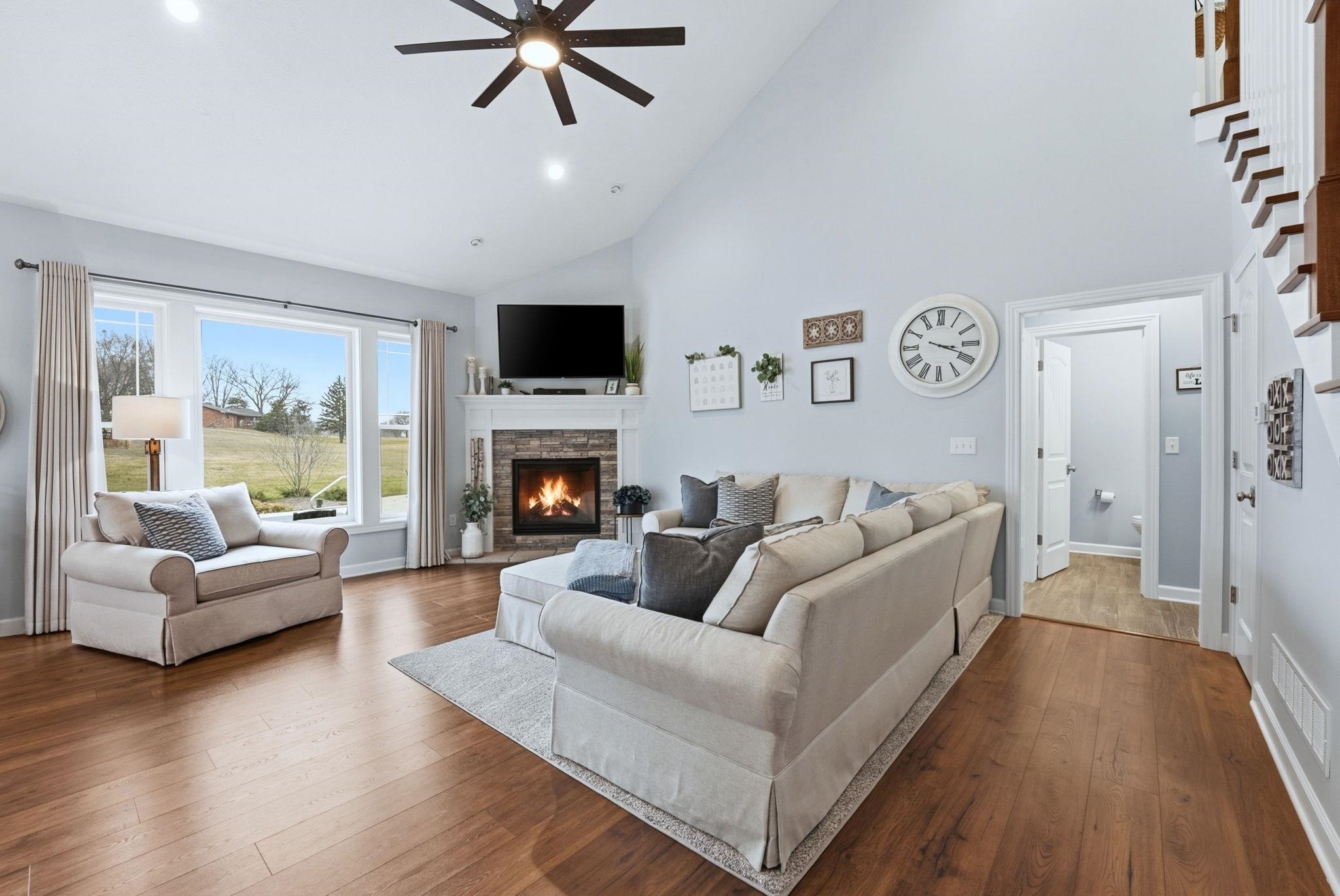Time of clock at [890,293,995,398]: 3:18
